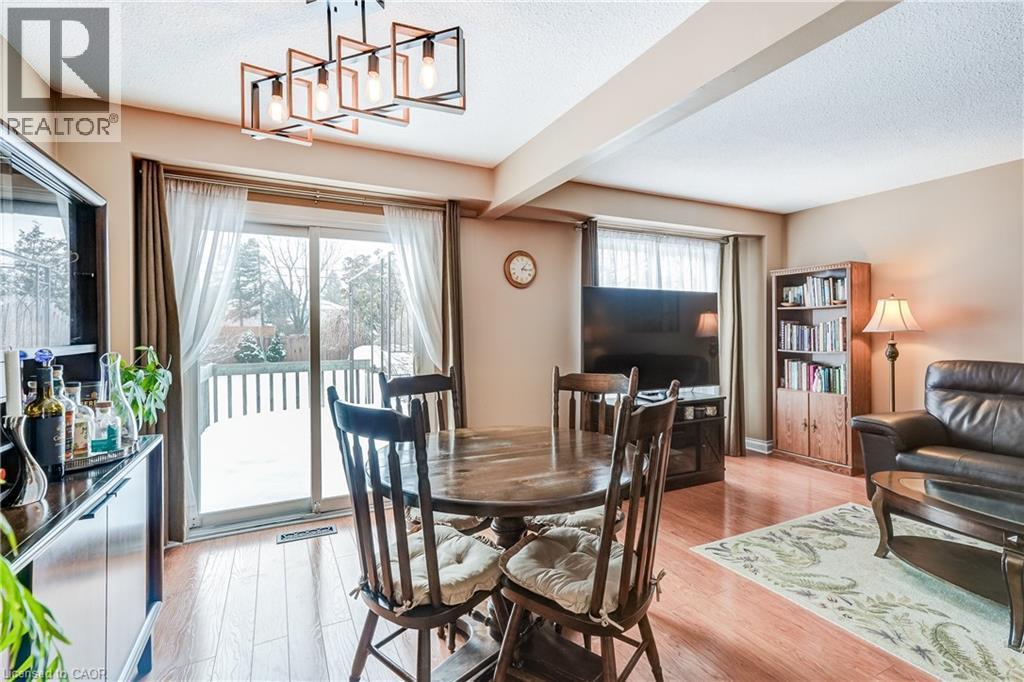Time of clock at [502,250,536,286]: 3:06
